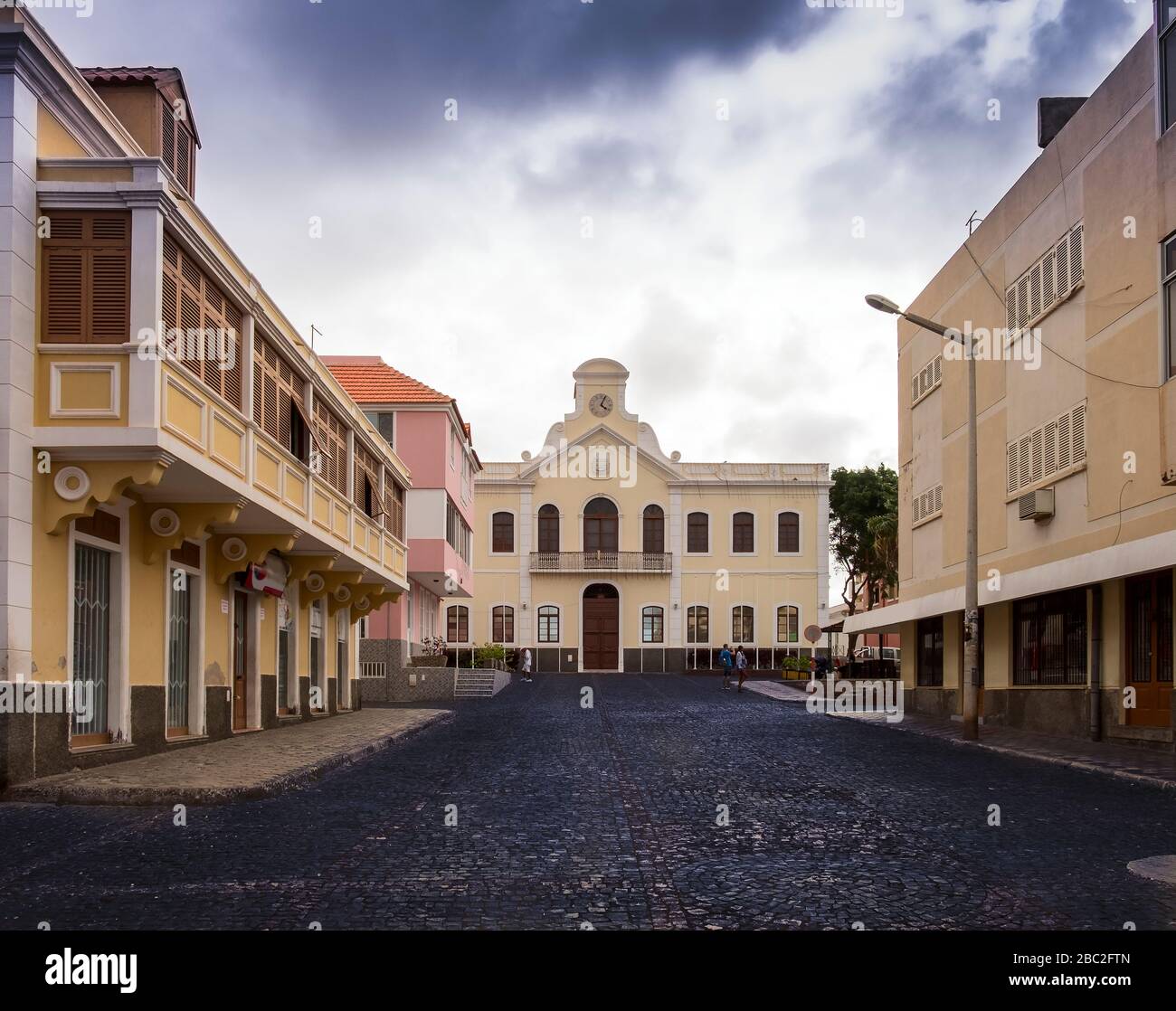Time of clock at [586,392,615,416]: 4:04
